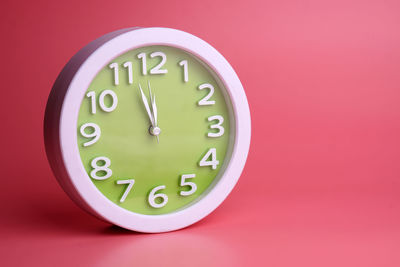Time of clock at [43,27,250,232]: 11:57
